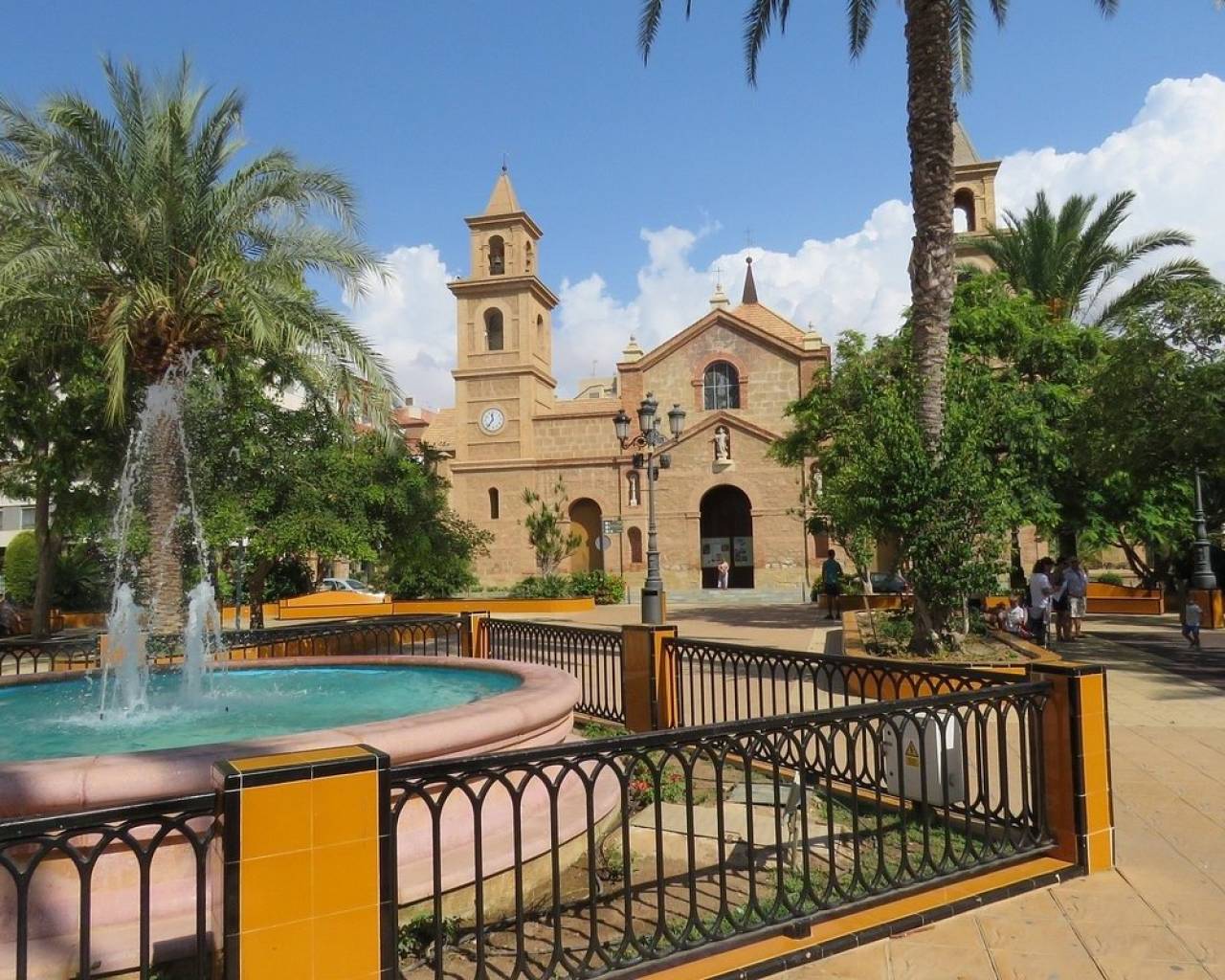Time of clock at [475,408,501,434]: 11:36
